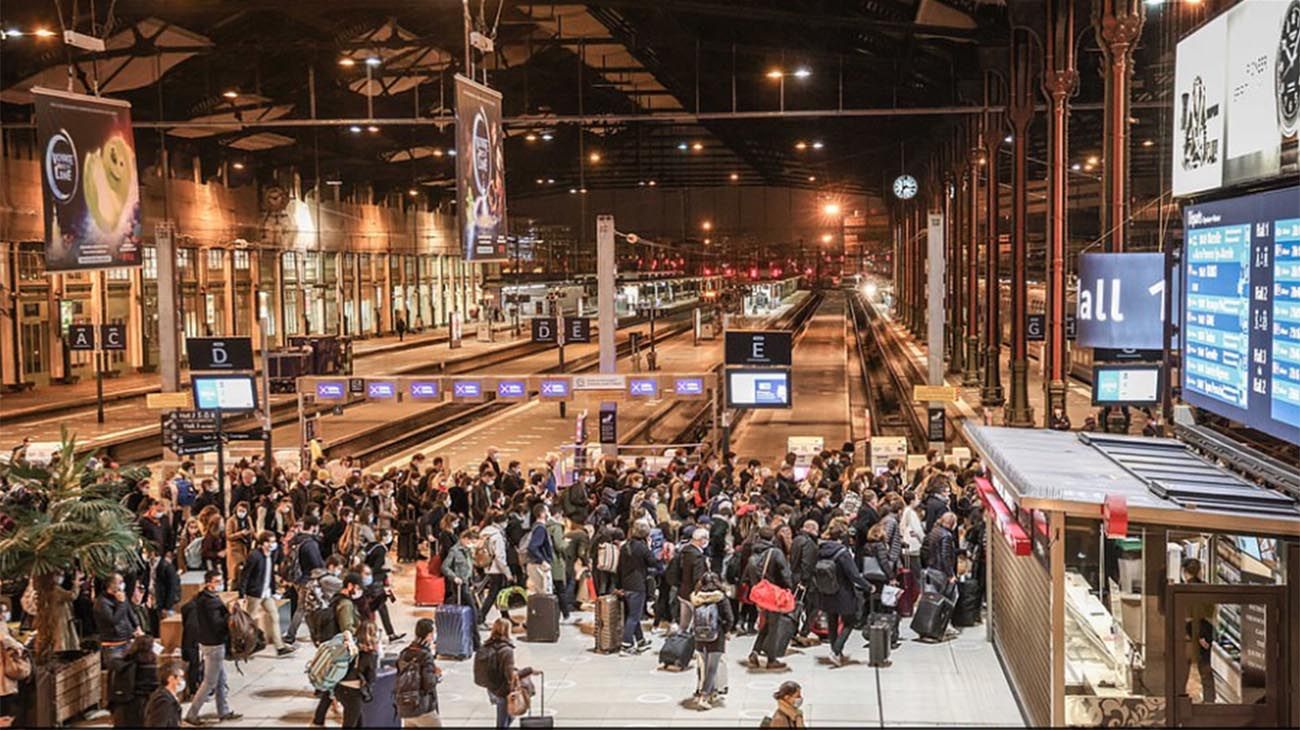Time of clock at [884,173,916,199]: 7:15
